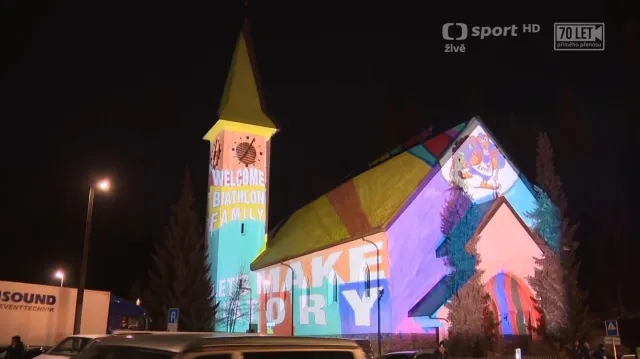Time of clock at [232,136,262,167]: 7:04
